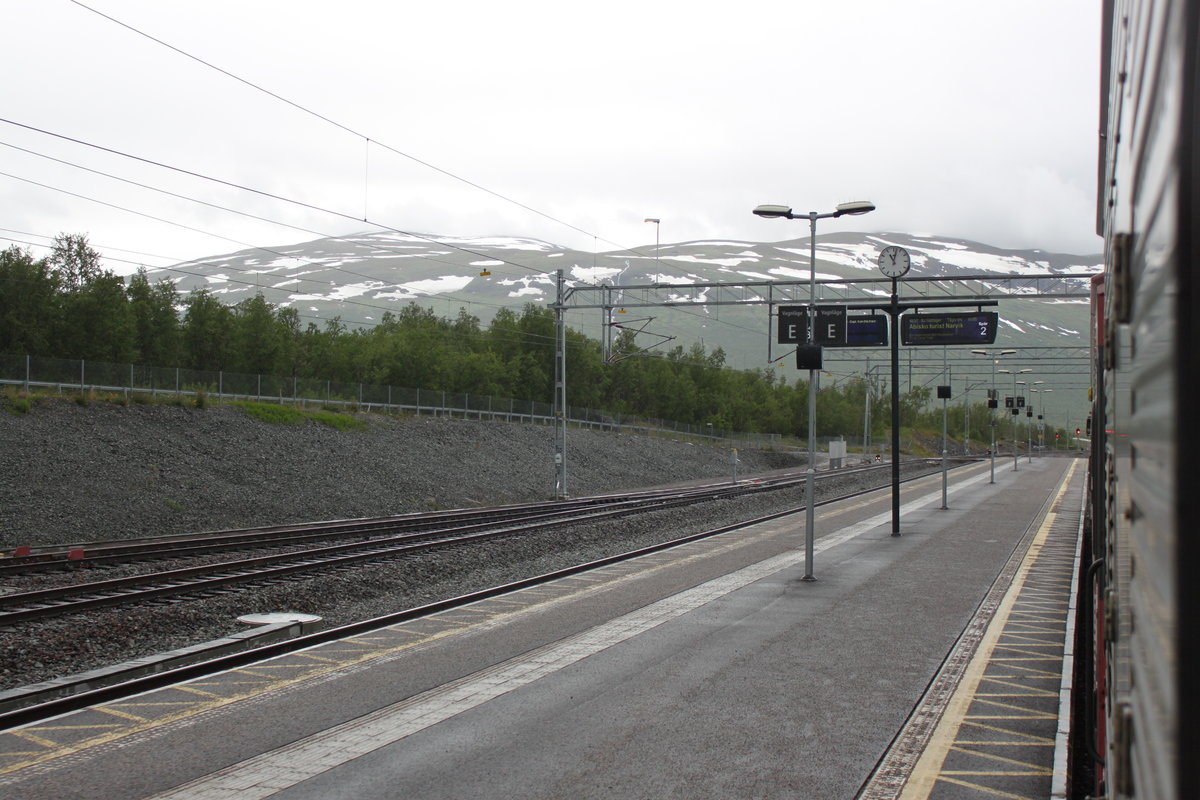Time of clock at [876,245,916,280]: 11:02
